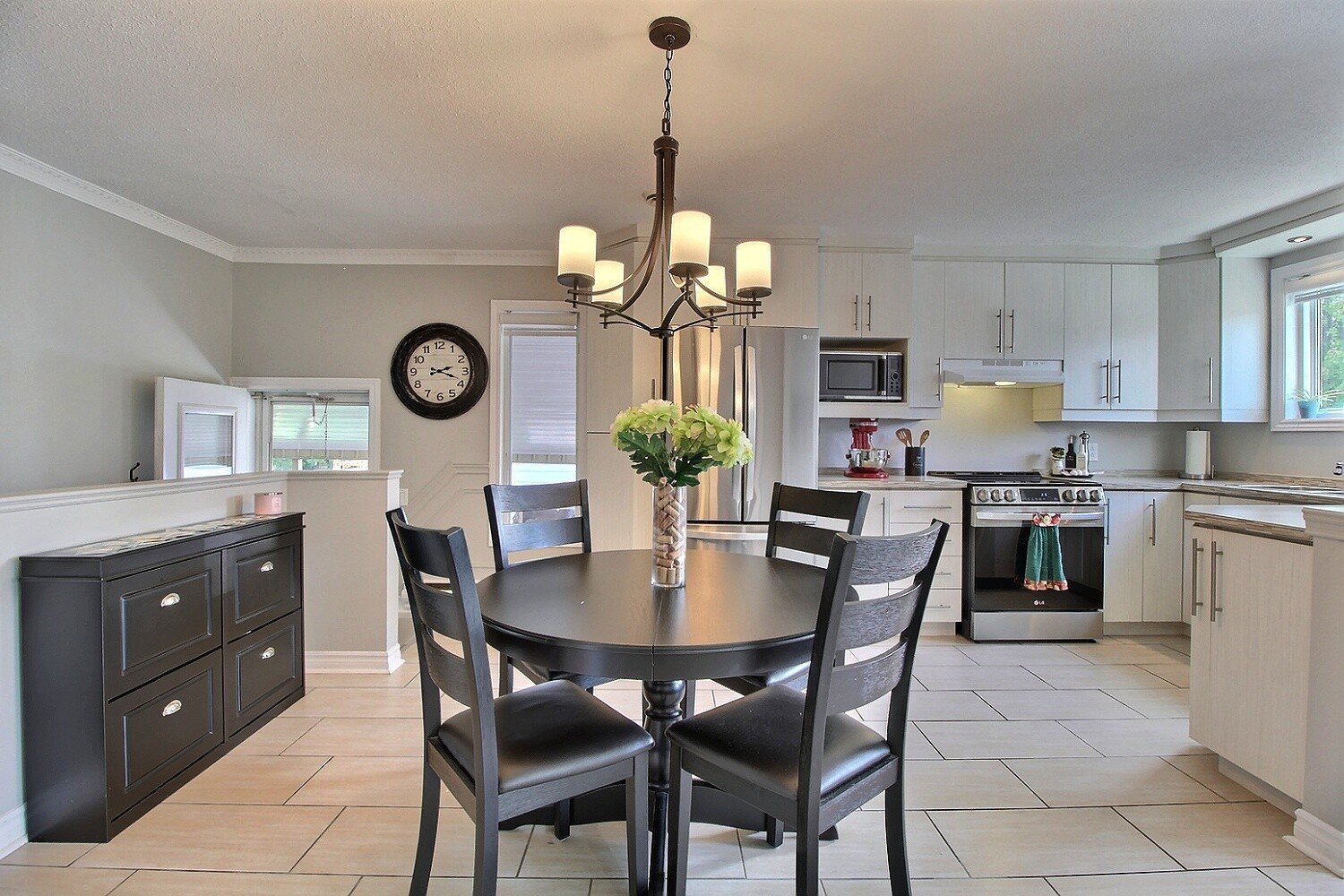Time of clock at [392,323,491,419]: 2:18
